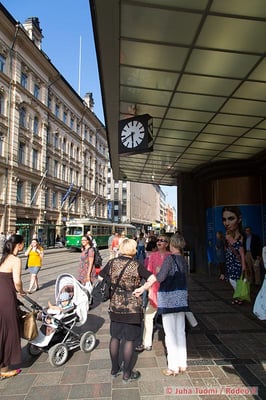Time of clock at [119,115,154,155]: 8:29
